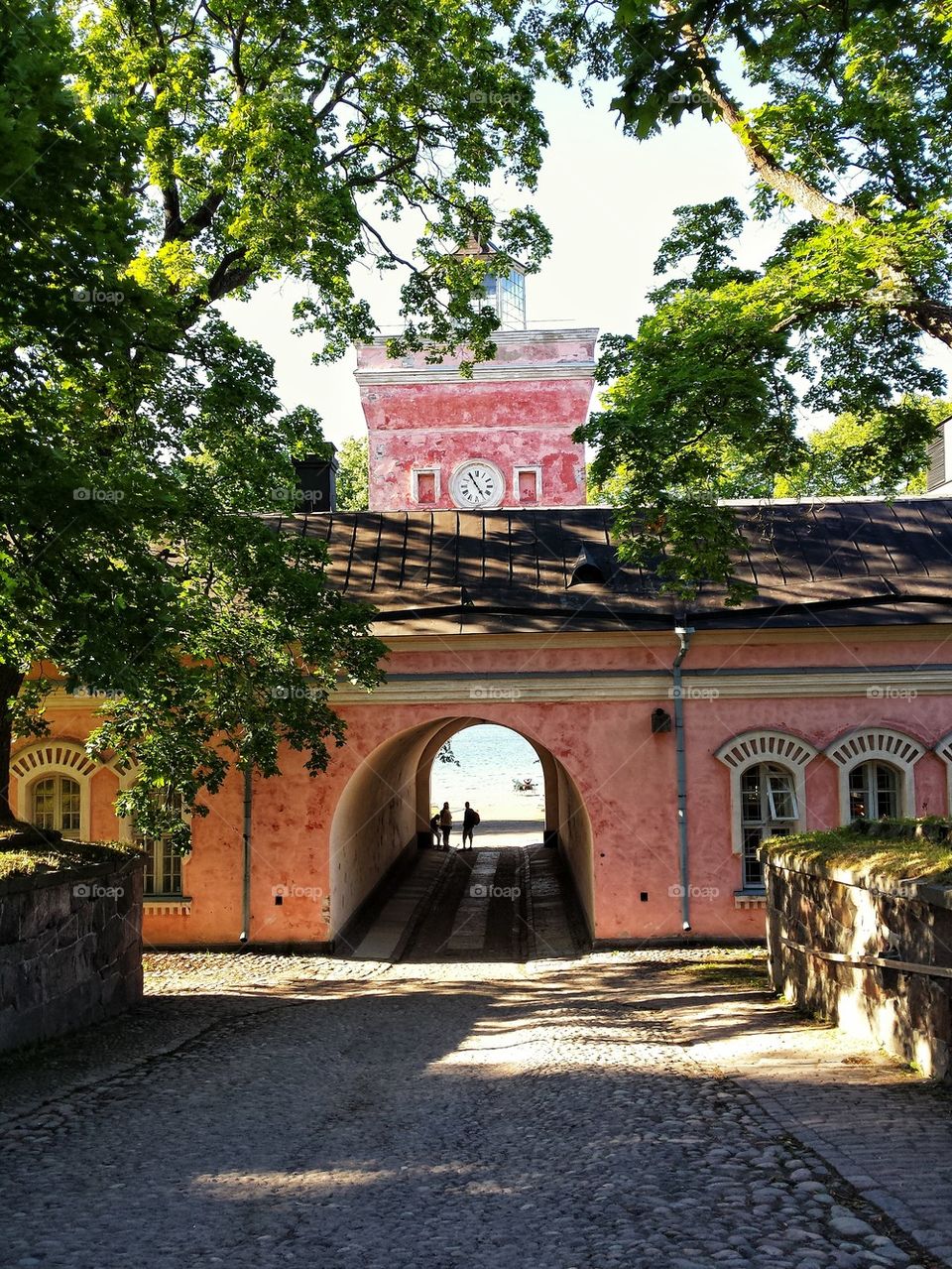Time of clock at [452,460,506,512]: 4:54
